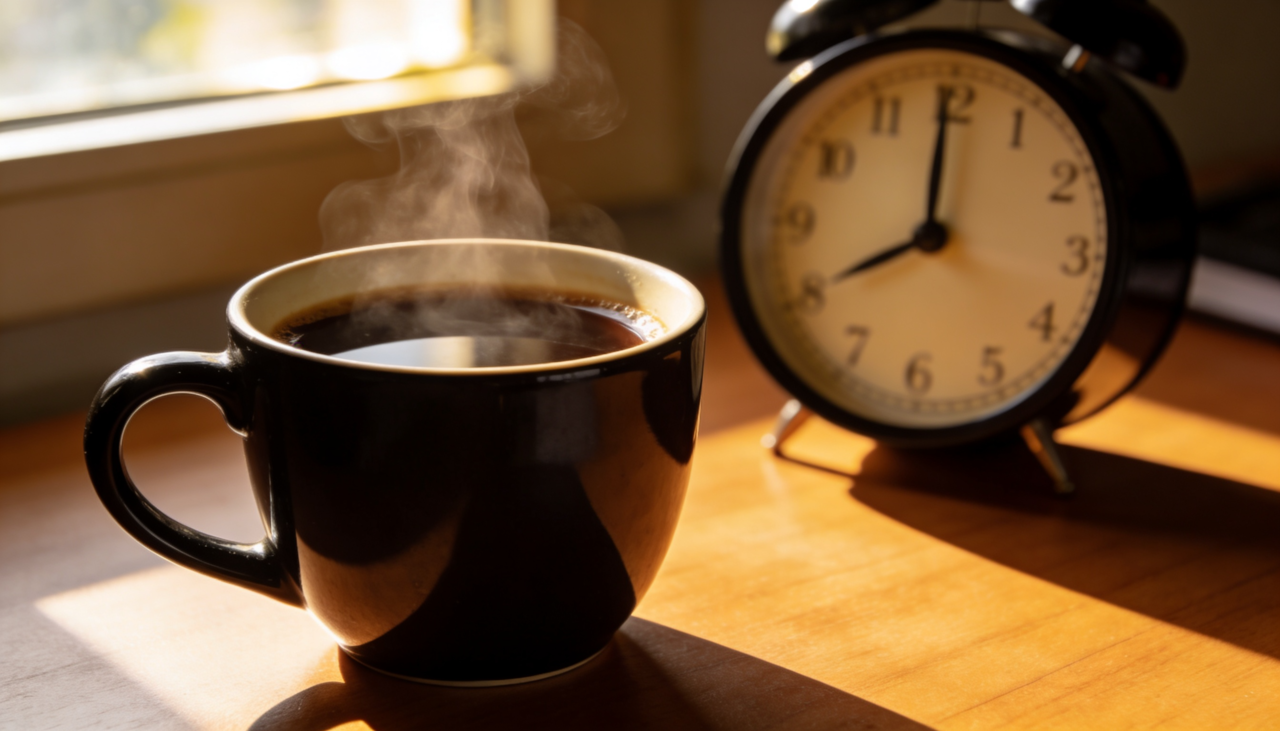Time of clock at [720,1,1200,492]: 8:00
